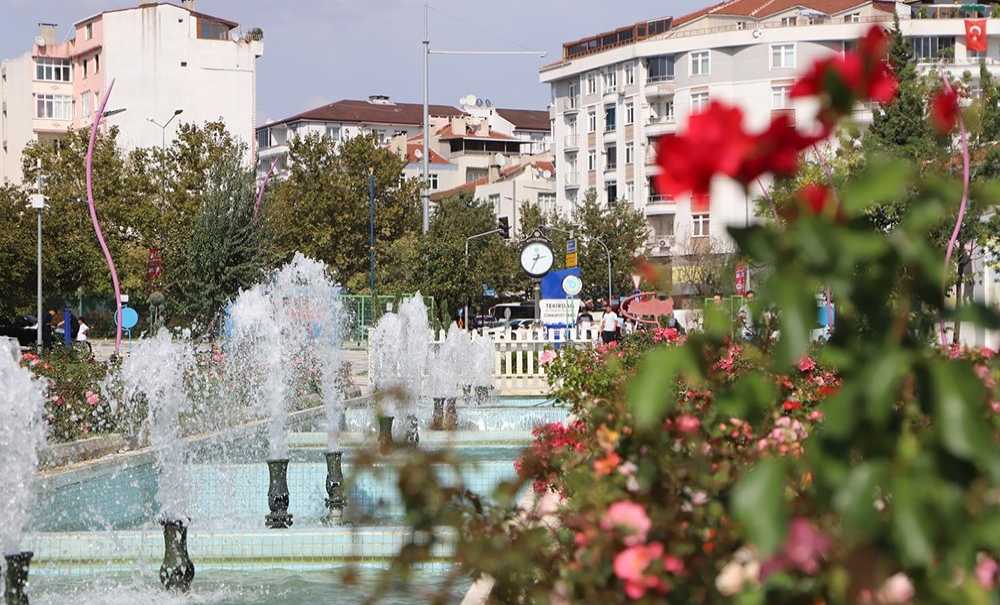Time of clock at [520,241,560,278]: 2:34
